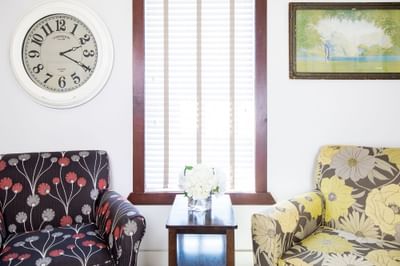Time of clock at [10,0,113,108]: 2:19
